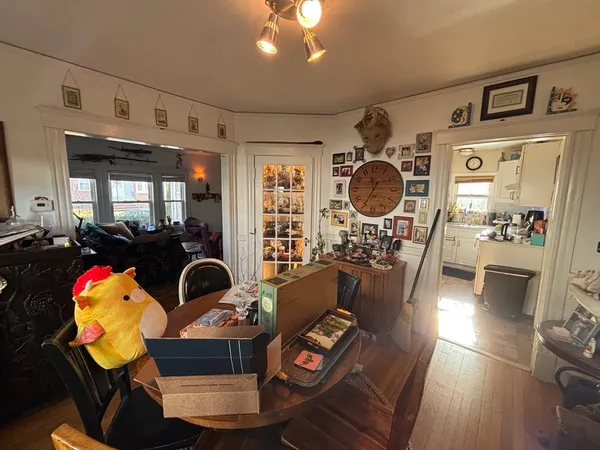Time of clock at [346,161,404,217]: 11:34
